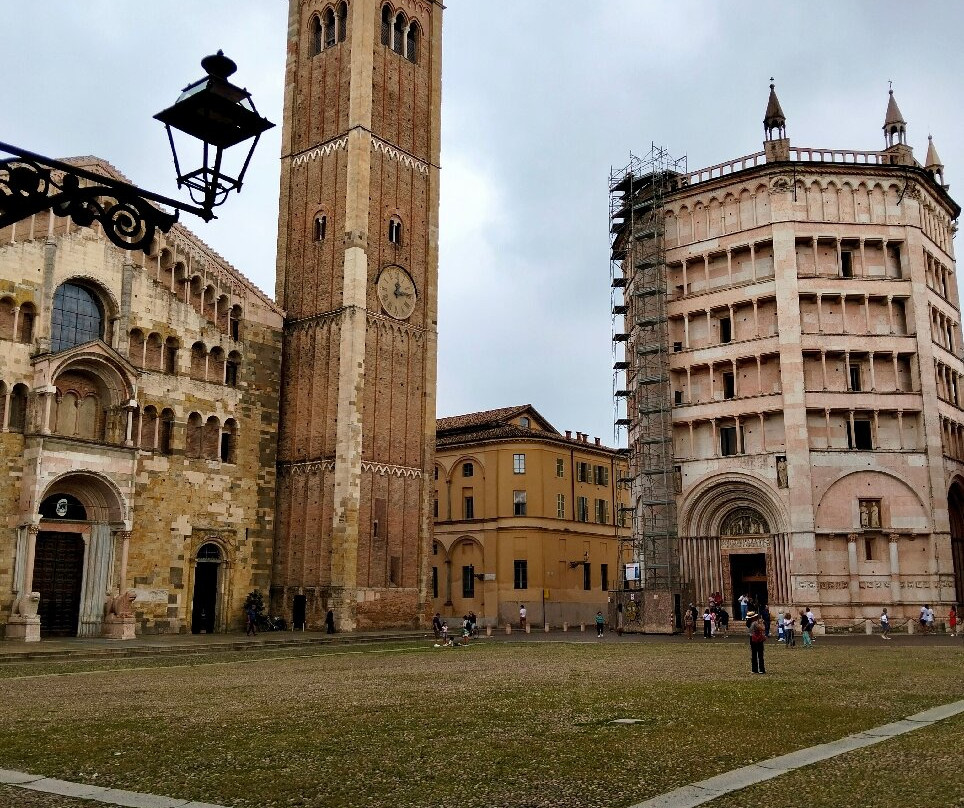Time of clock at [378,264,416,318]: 12:13
